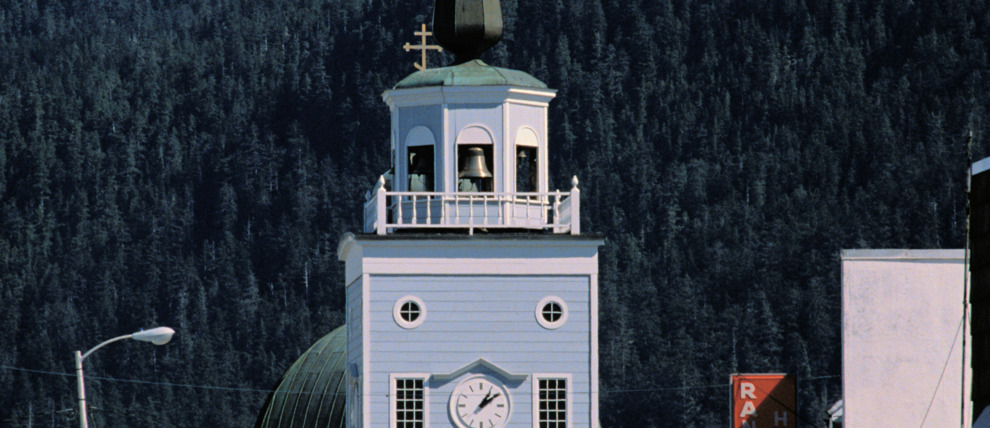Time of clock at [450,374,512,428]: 1:08
